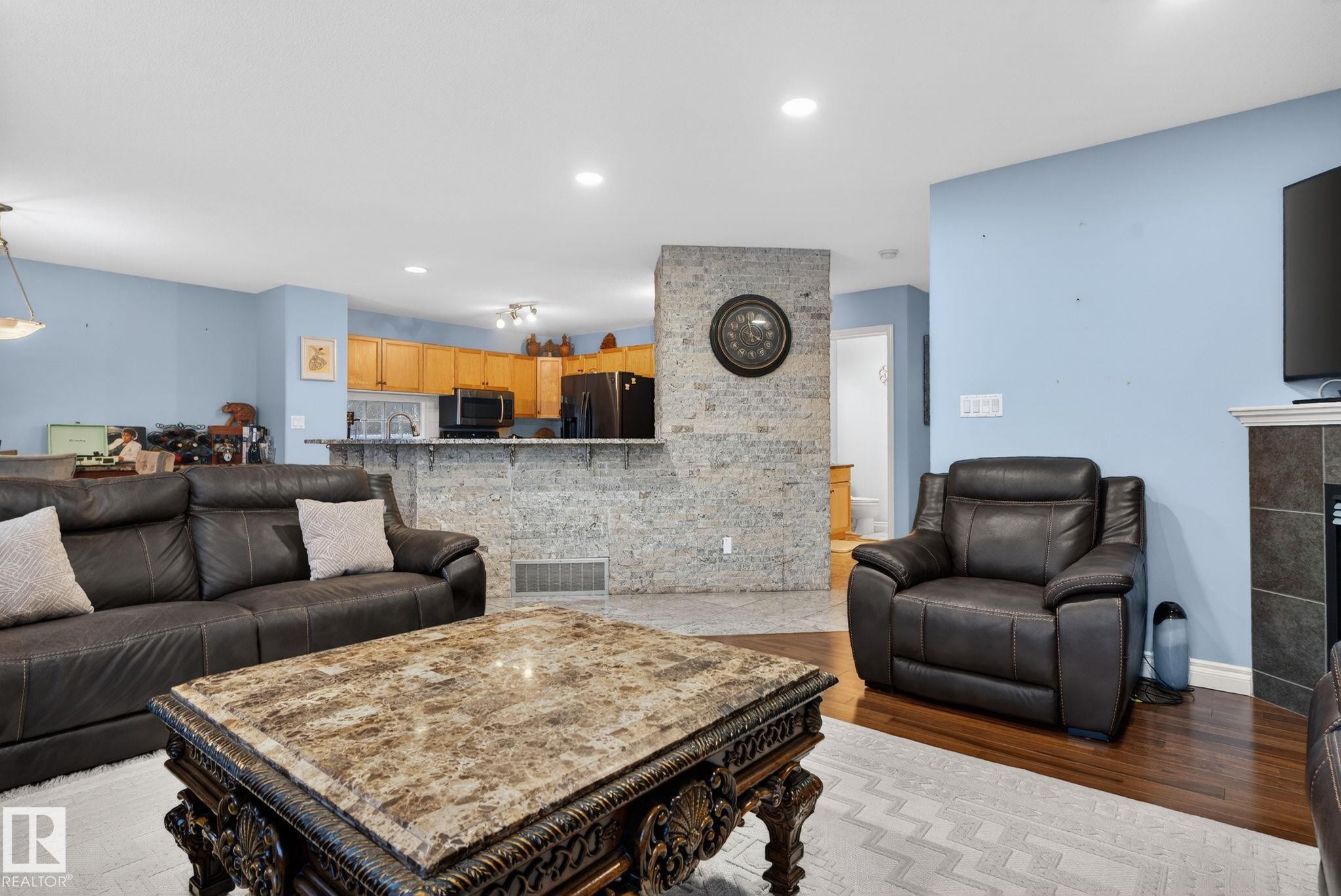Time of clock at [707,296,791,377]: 3:58
